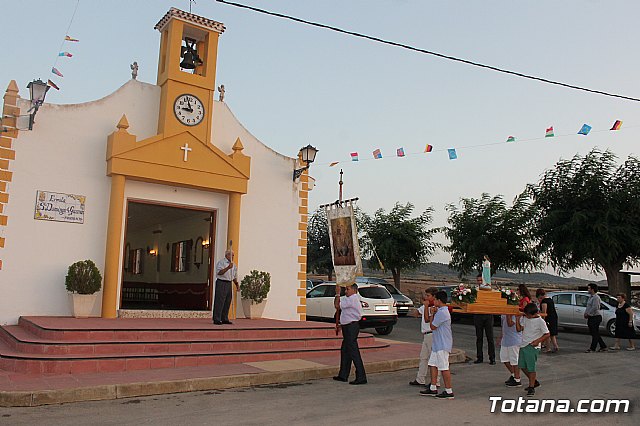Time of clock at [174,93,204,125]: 8:57
